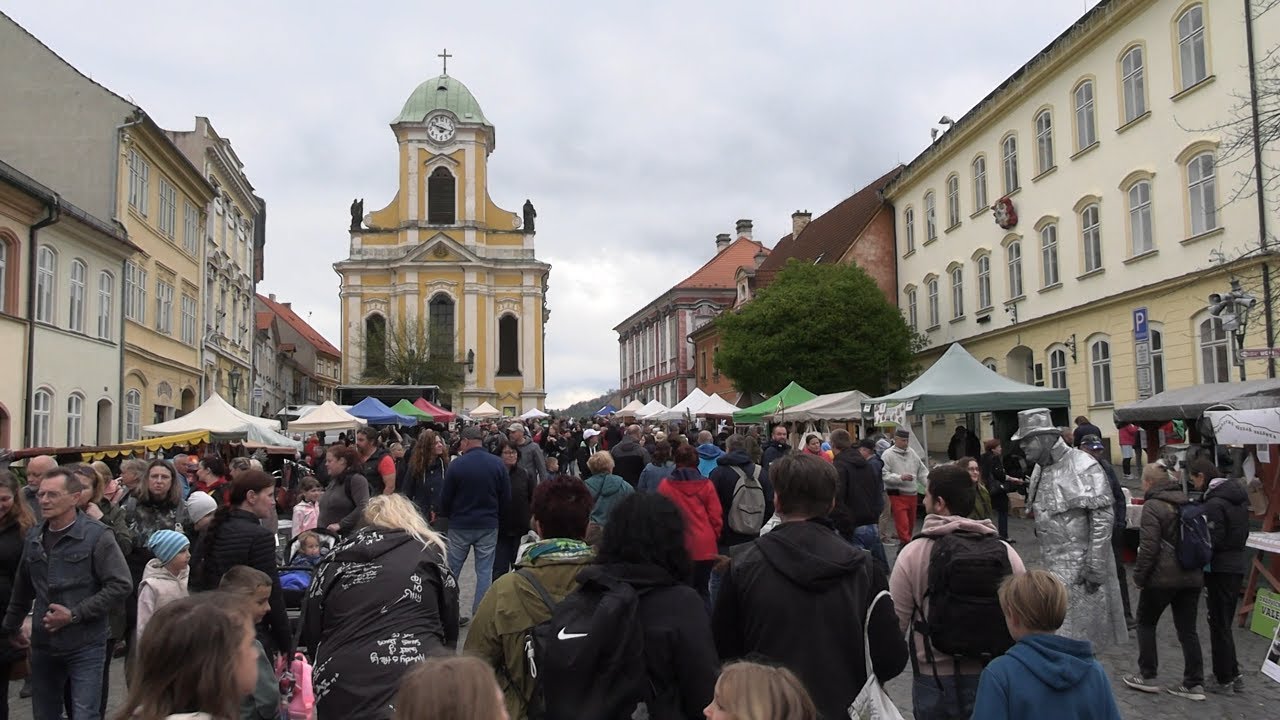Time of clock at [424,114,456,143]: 3:48
